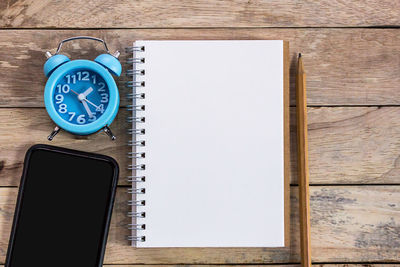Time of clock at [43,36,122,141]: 1:26
